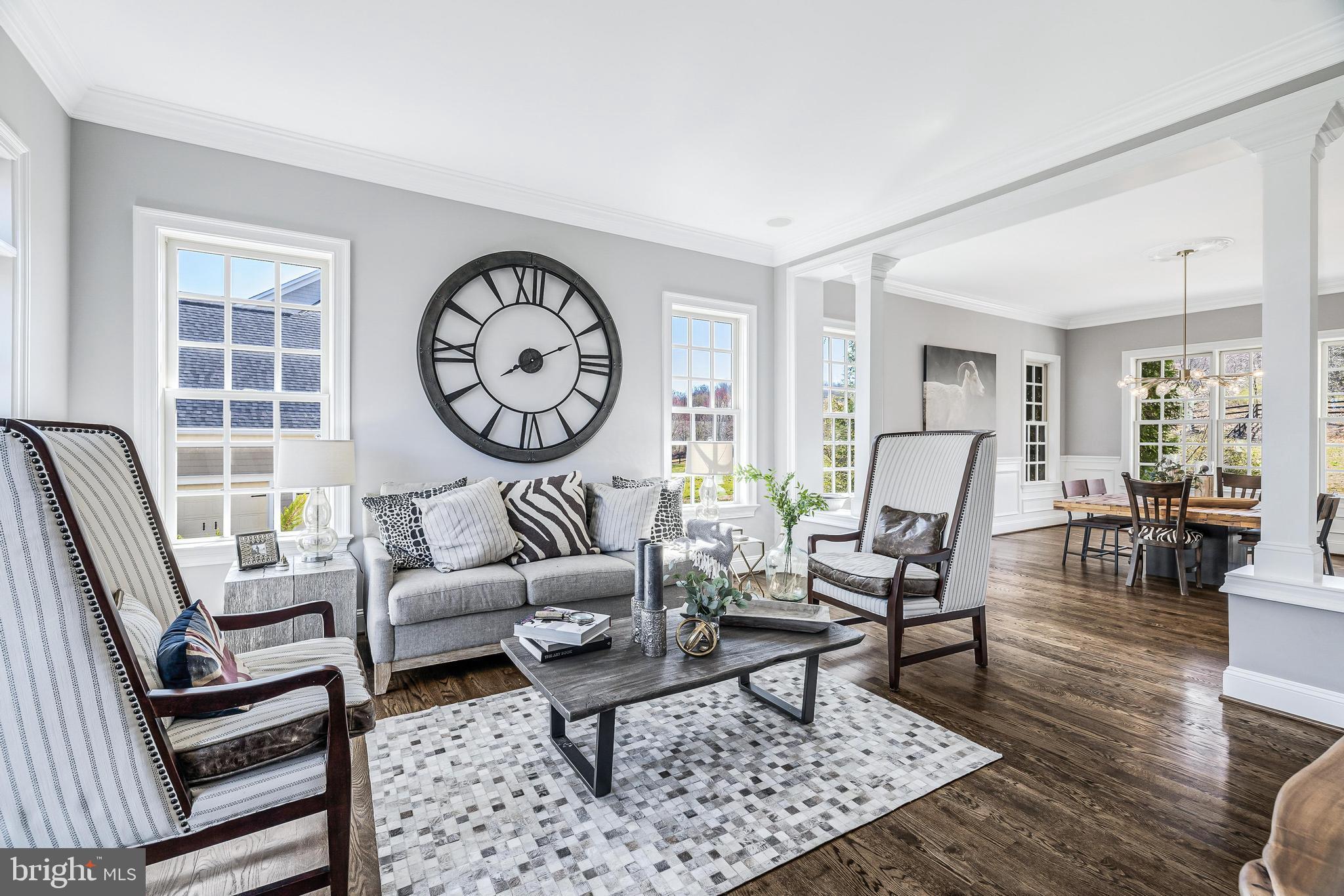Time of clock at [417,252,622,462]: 2:10
